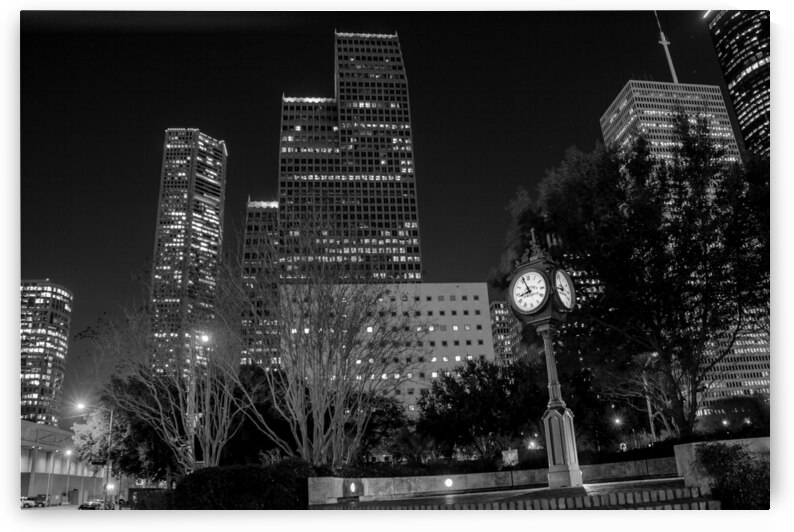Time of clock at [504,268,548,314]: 8:56
